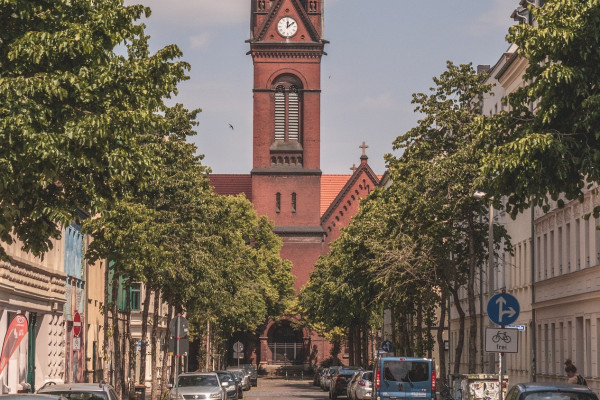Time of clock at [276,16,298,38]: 12:09
